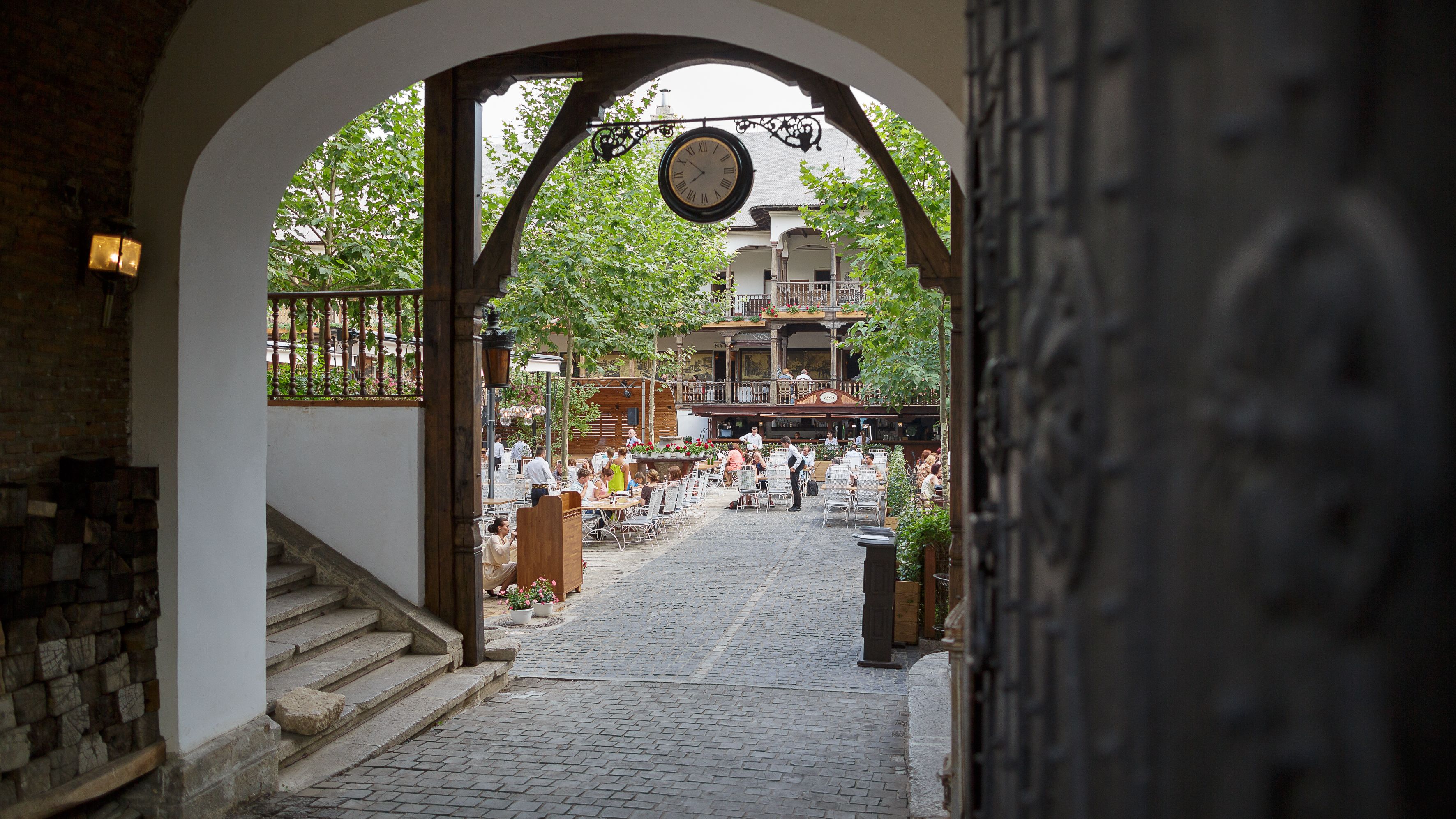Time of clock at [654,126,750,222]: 7:51
